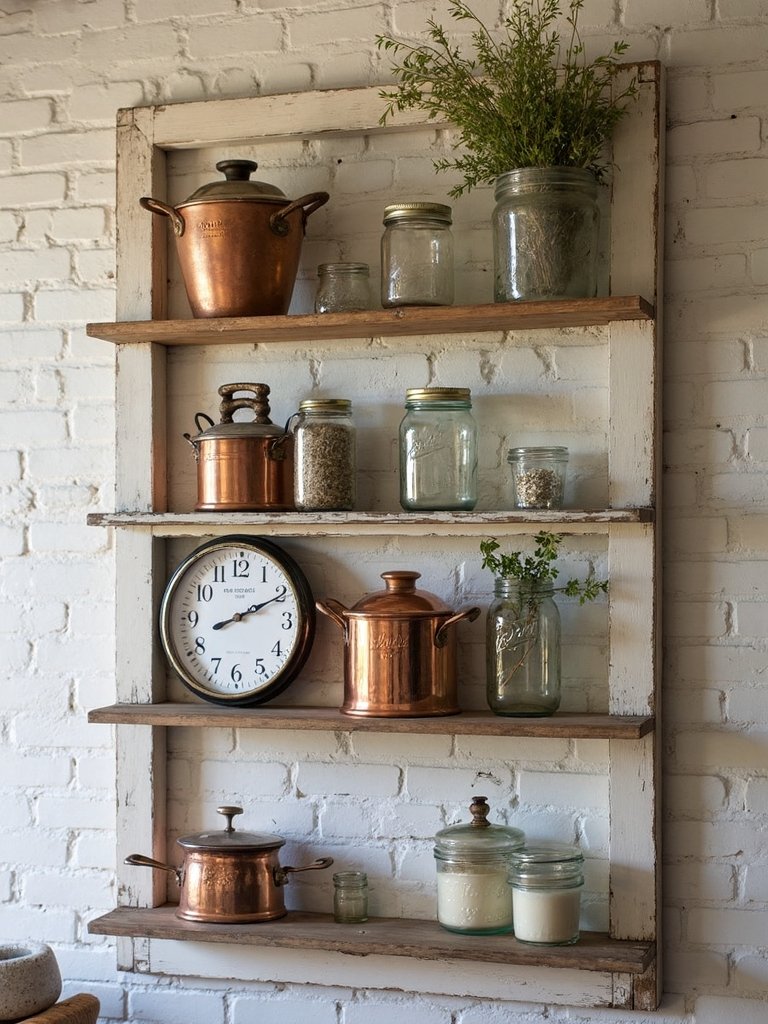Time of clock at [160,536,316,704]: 8:10
